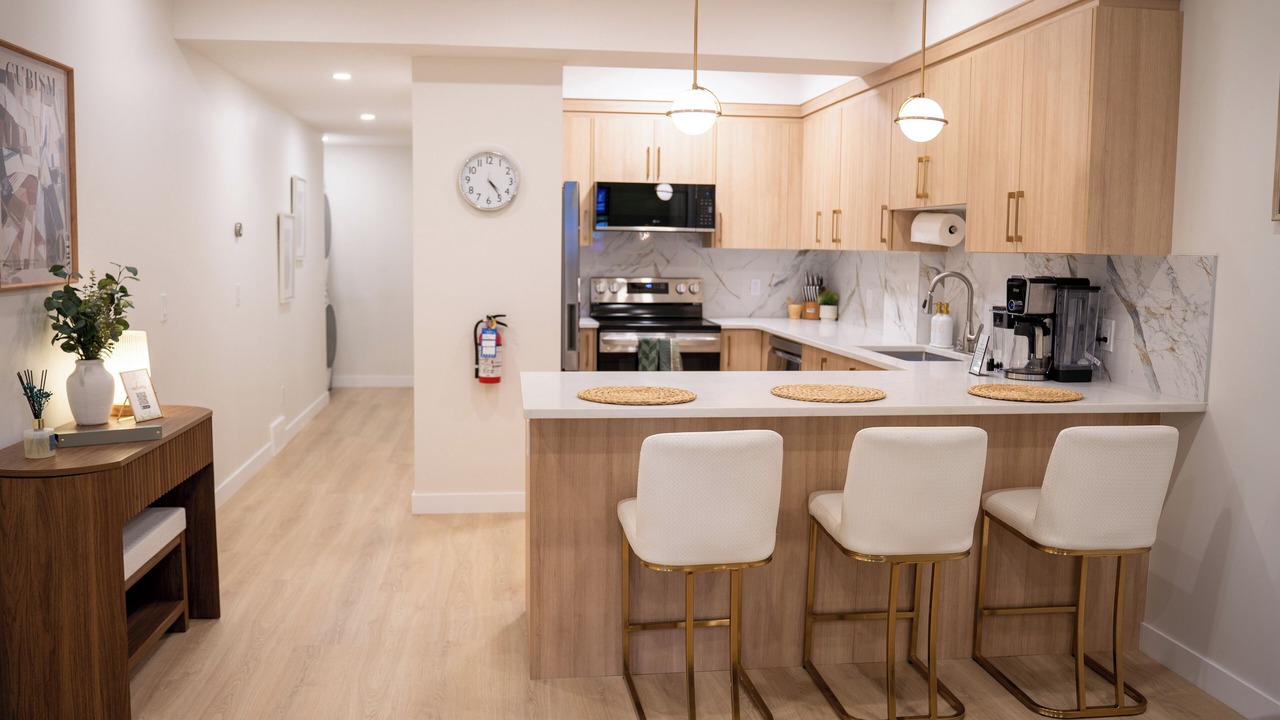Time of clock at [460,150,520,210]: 4:23
